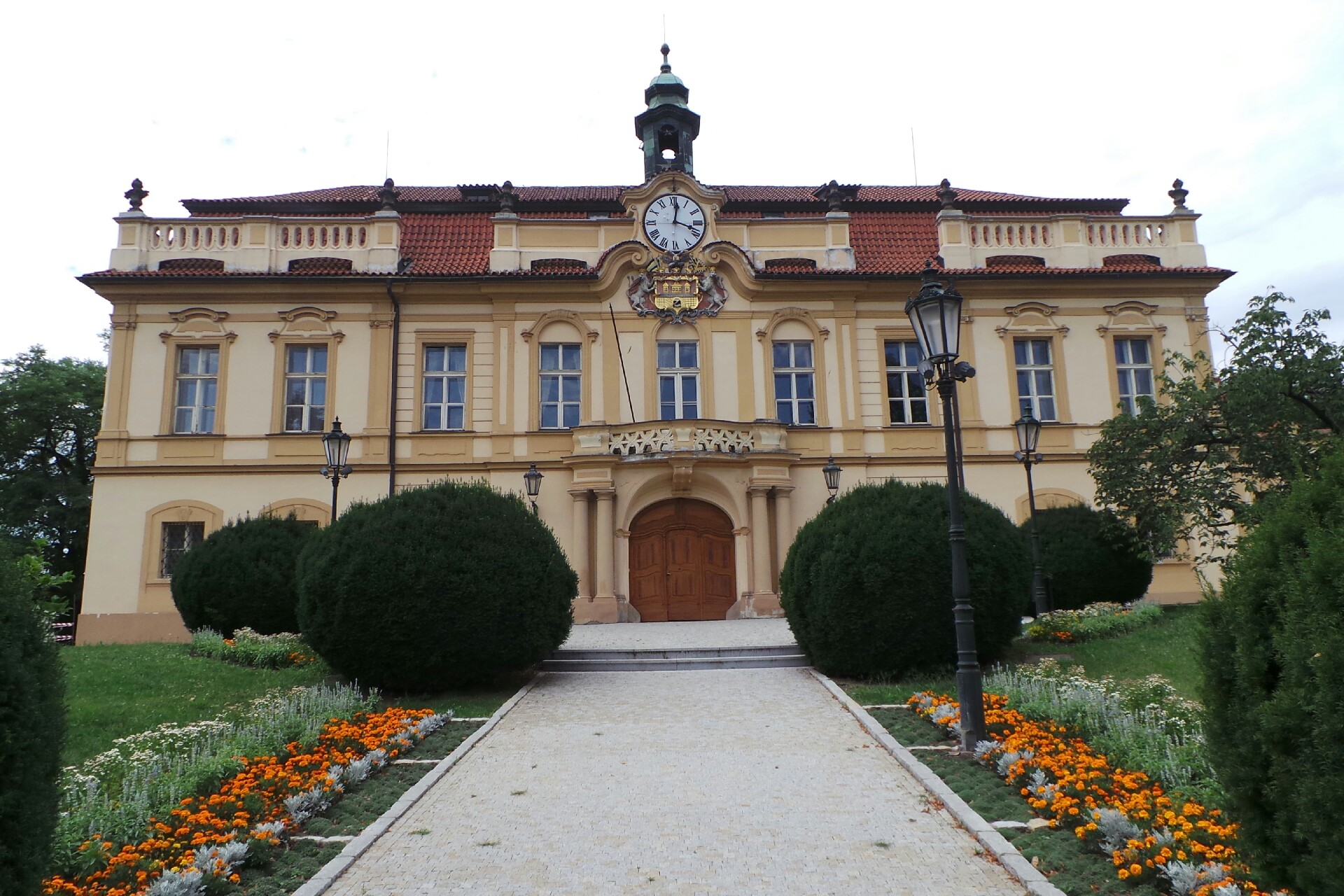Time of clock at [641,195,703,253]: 12:18
